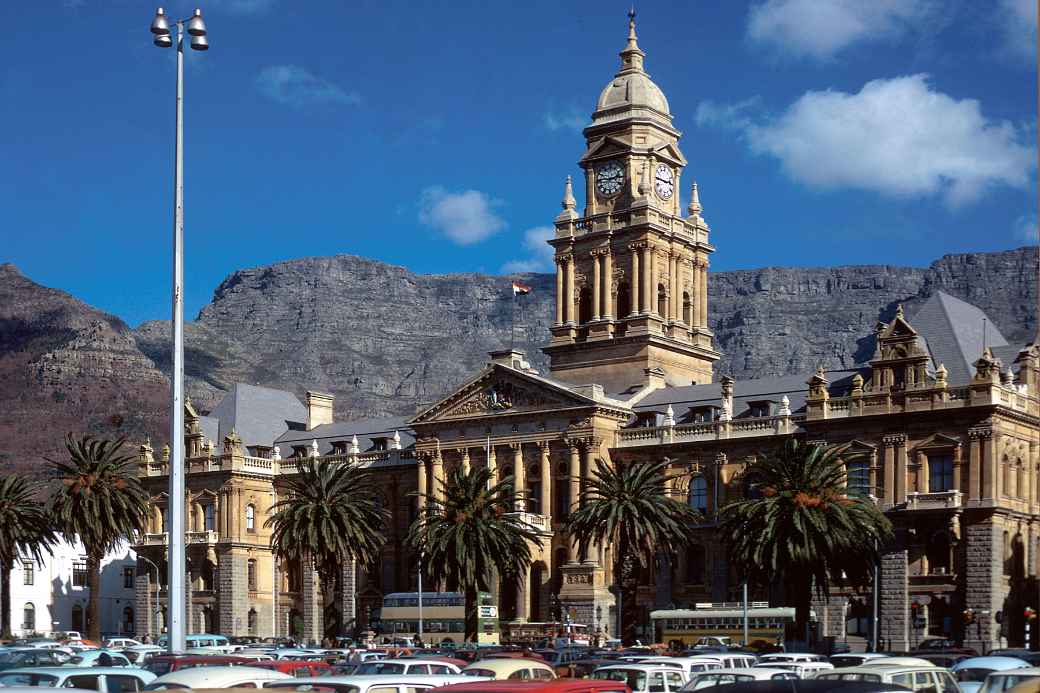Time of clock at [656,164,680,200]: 2:45
